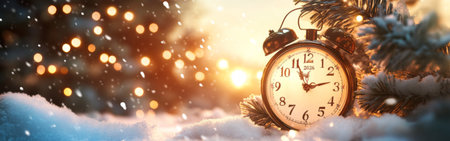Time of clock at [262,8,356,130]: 11:13
